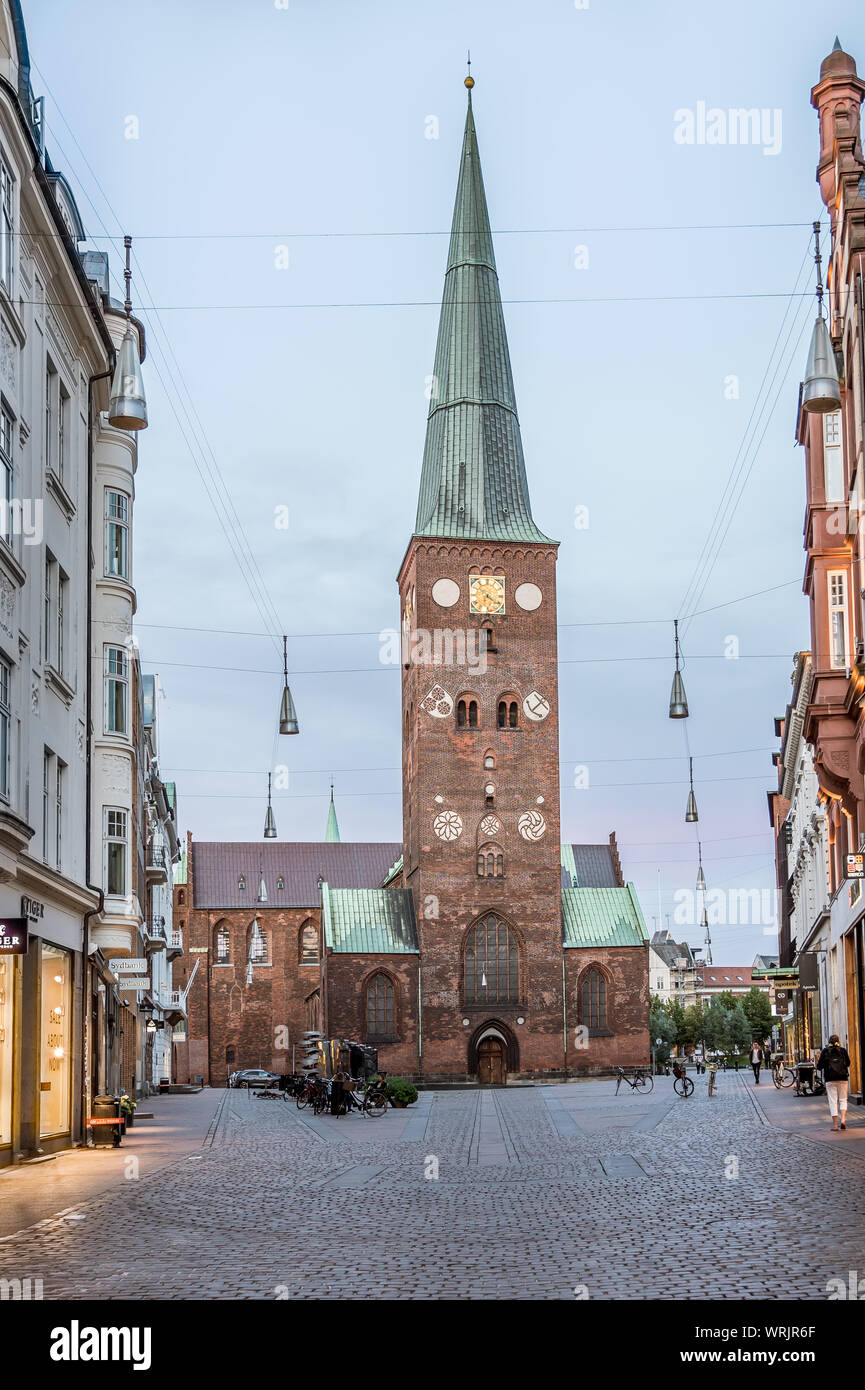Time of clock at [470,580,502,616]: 6:21
